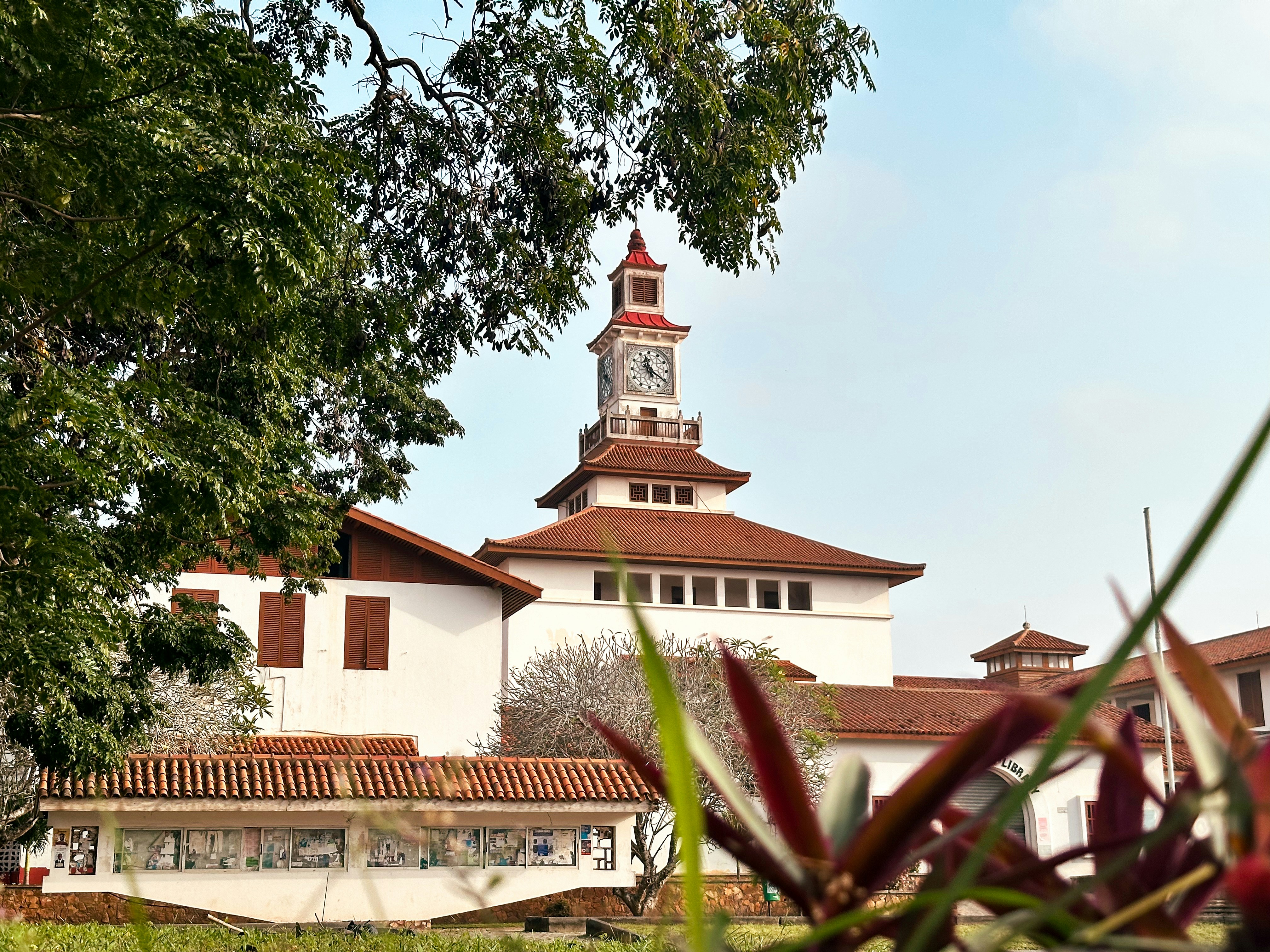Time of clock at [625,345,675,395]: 11:20
